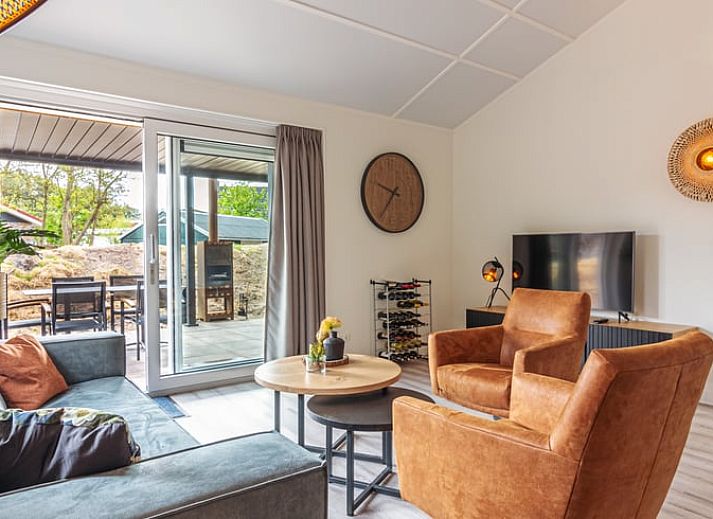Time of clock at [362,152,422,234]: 9:36
